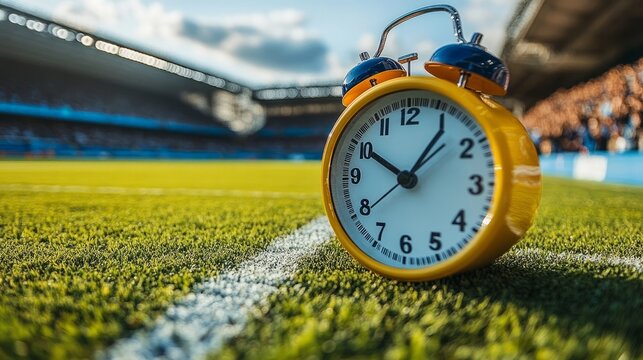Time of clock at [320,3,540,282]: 10:06
